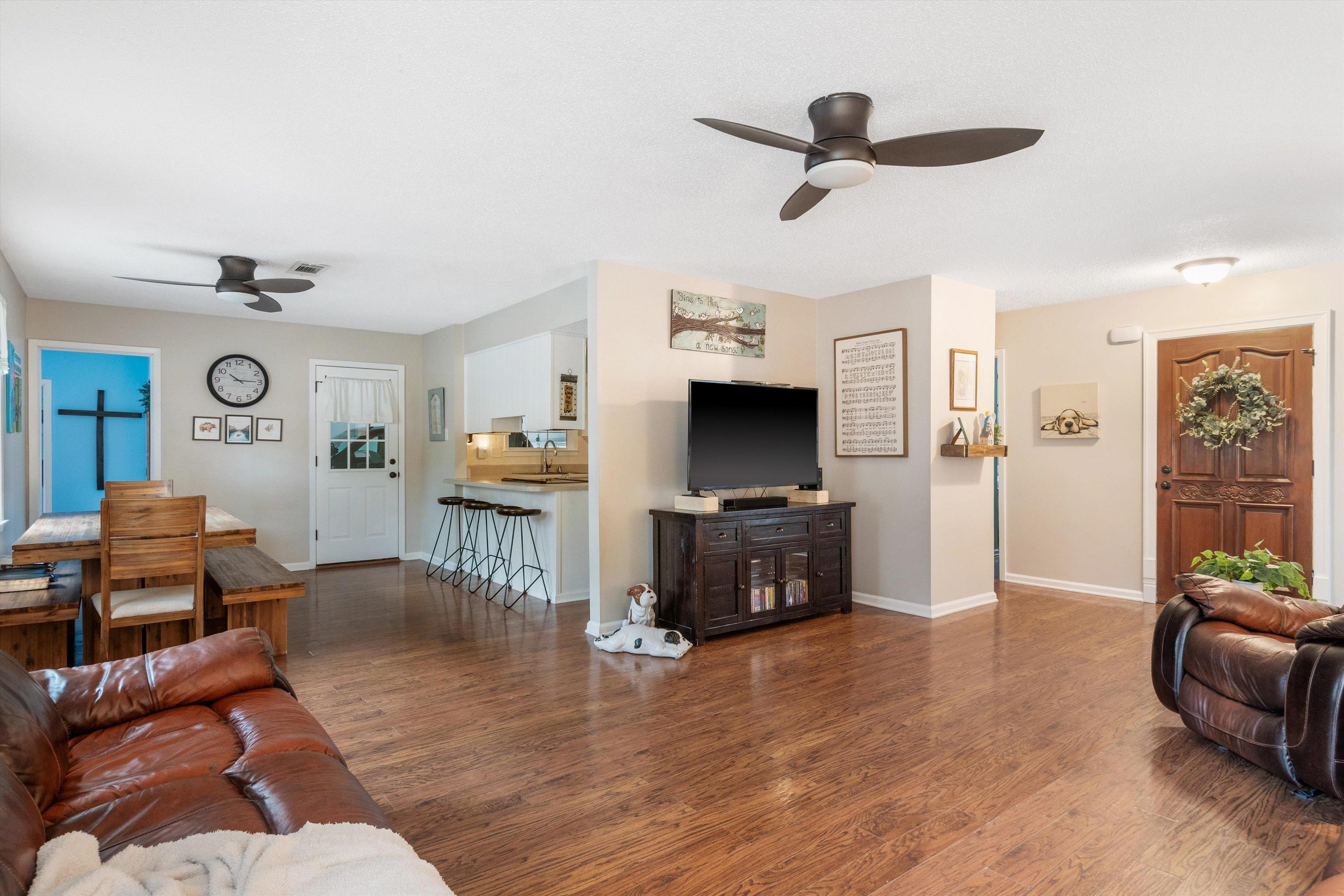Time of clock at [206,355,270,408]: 10:14
